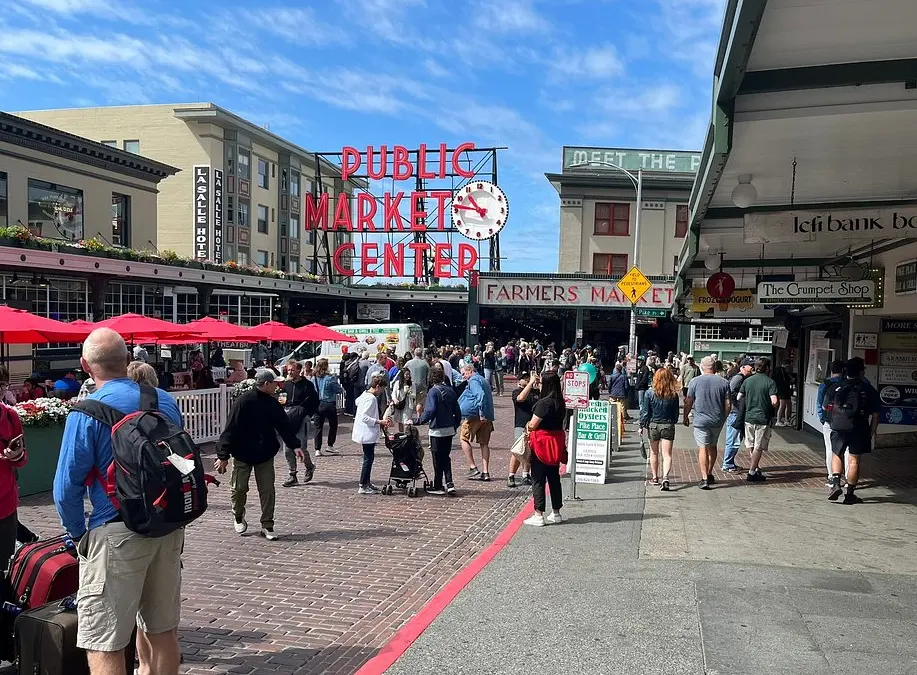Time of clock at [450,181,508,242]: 10:46
